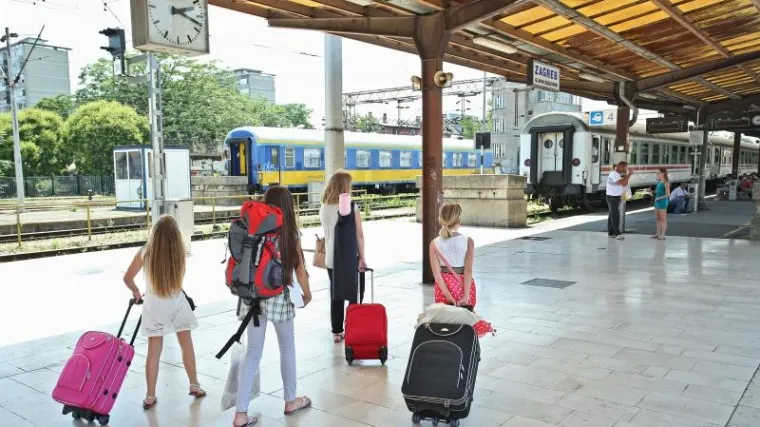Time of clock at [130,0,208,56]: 2:18
